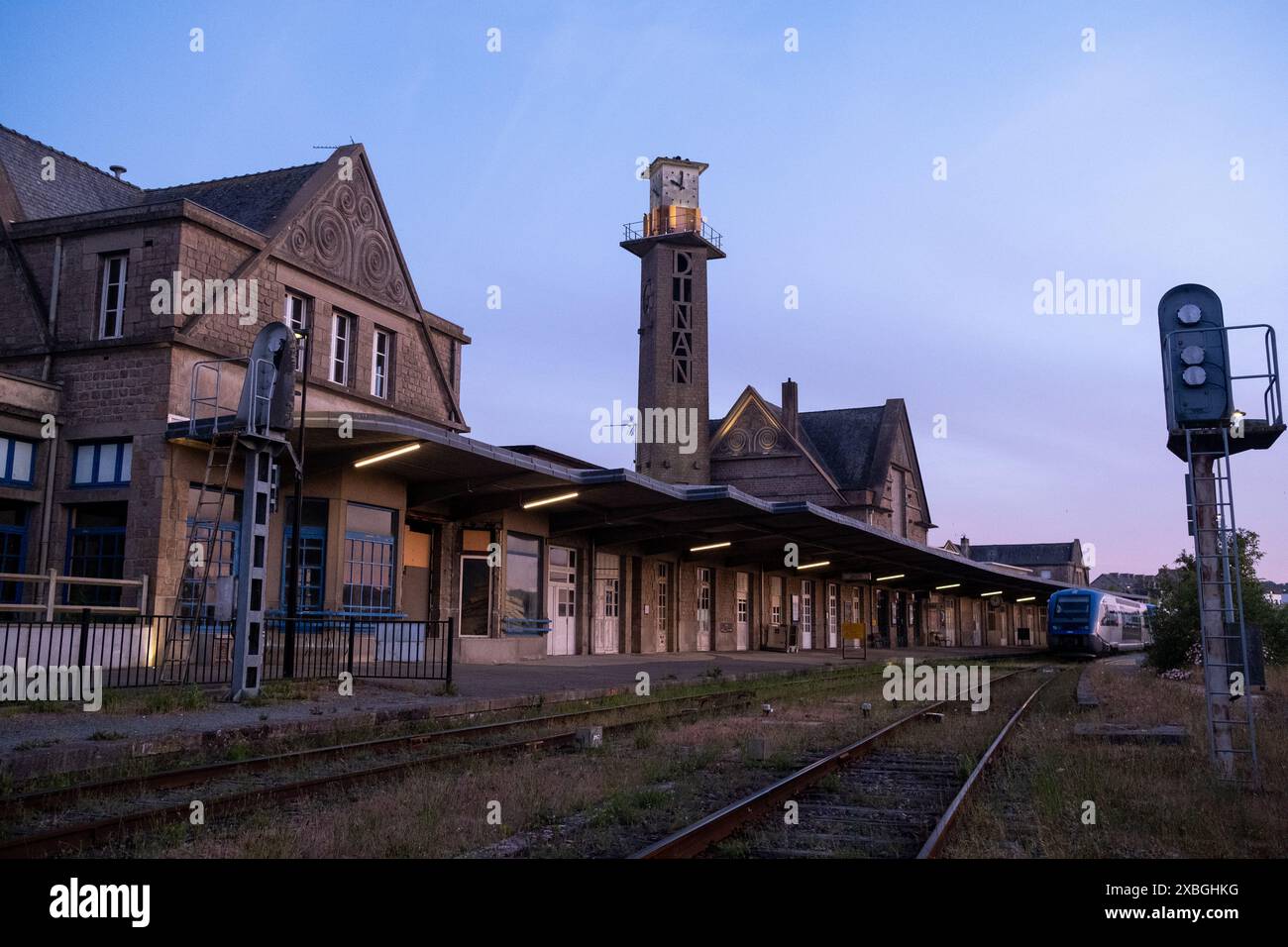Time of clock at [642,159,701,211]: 10:00
